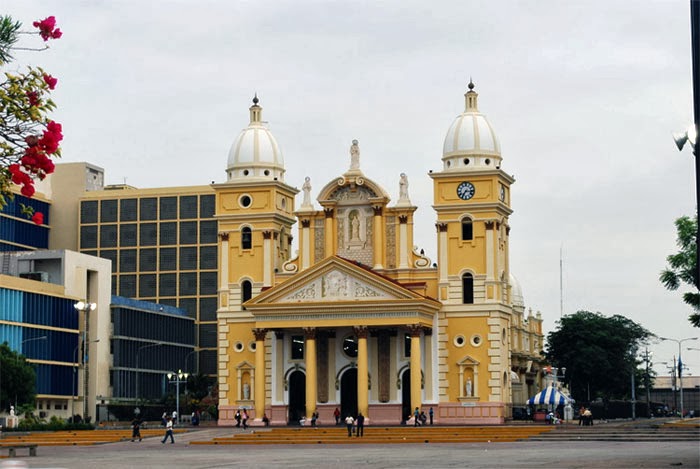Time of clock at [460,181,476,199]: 7:16
